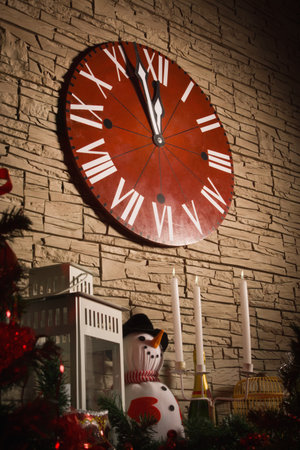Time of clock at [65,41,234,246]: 11:57
